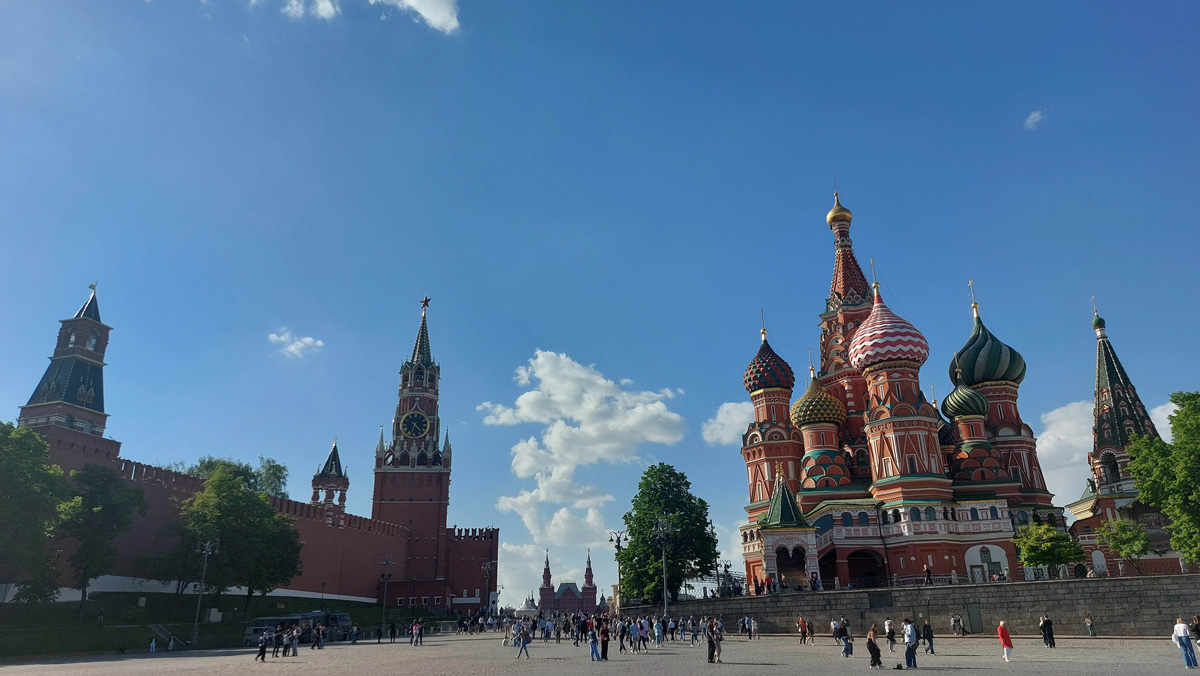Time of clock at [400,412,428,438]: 4:33
